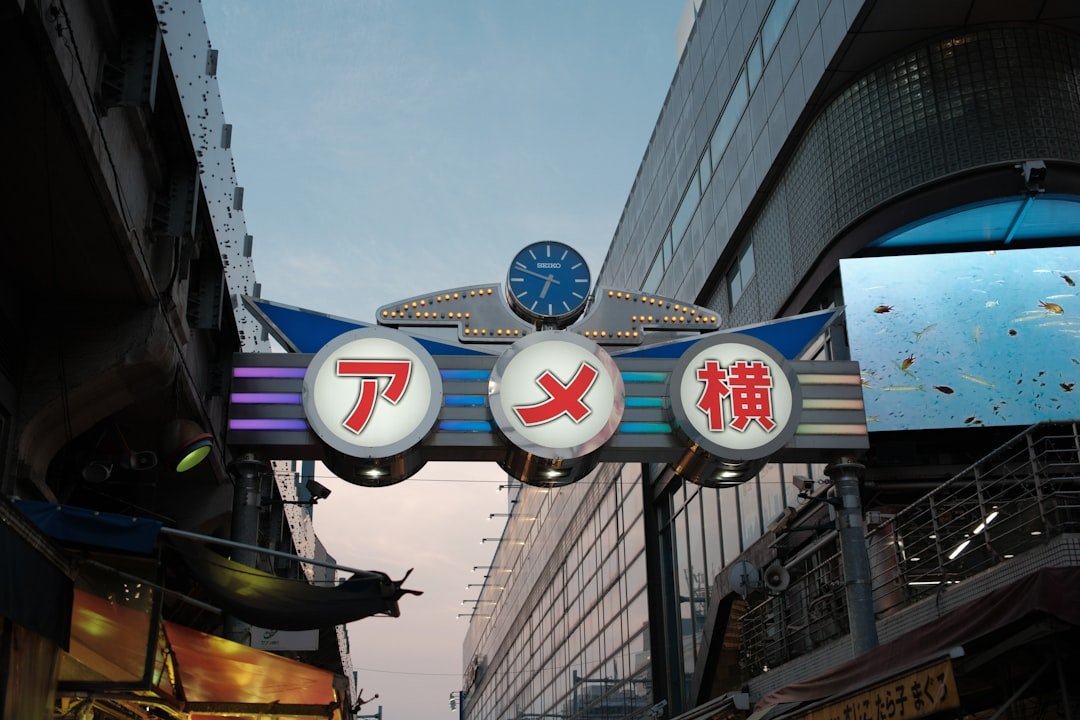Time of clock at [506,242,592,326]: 6:48
